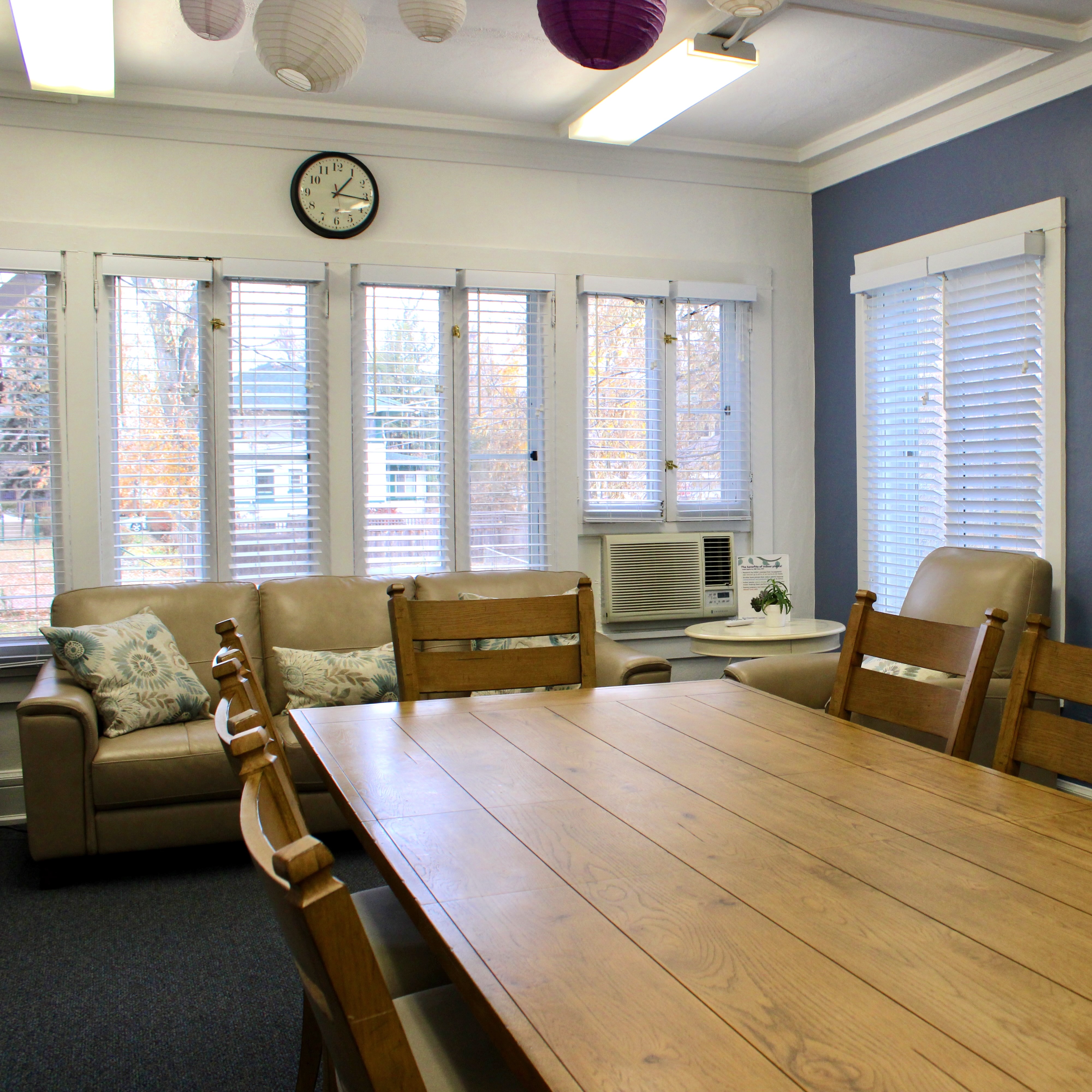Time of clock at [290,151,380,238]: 1:16
